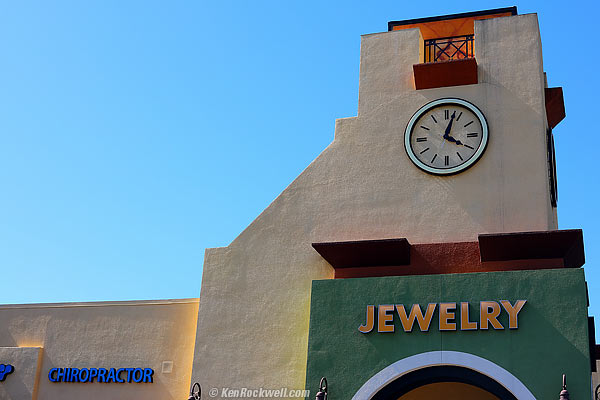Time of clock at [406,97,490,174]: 4:02
